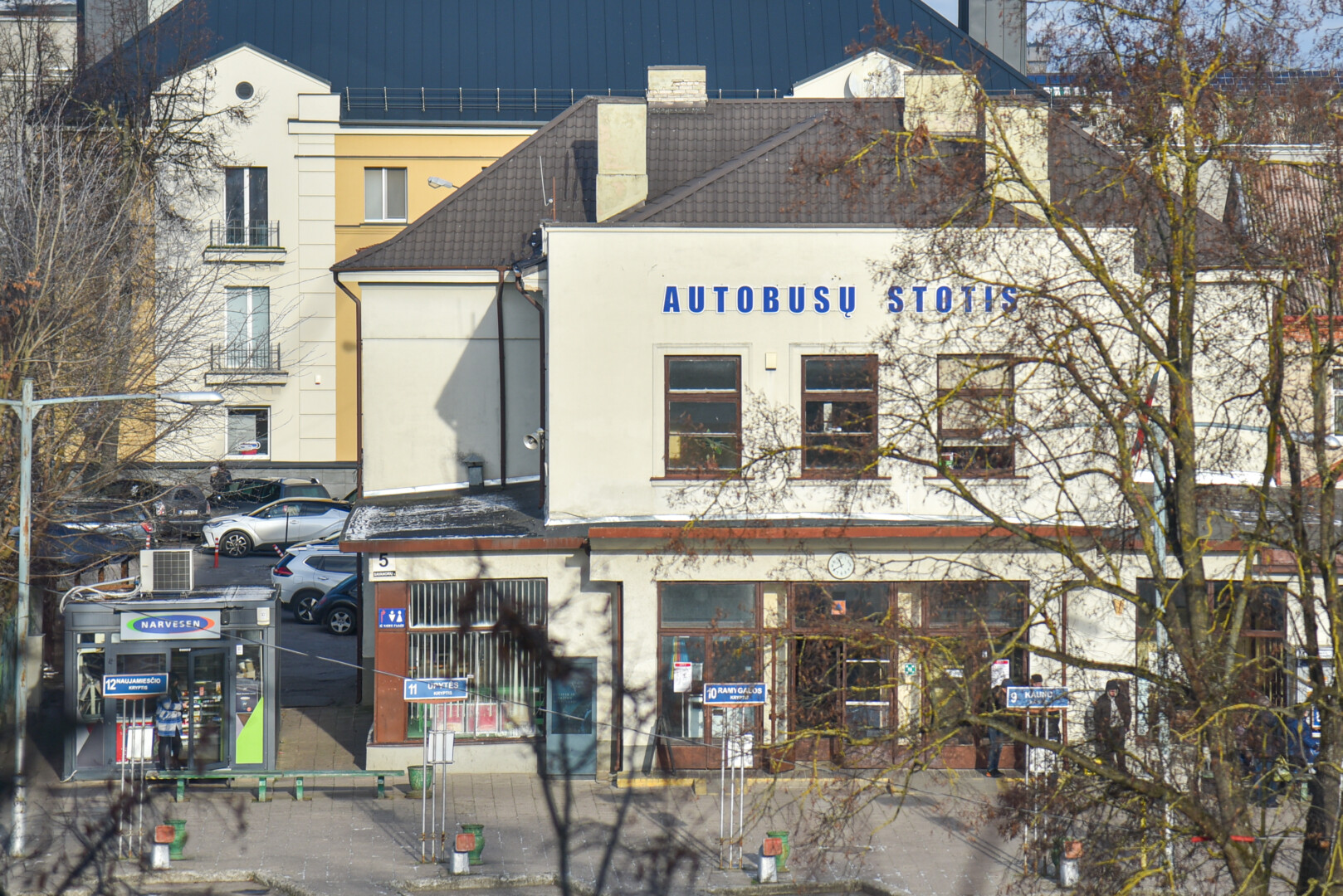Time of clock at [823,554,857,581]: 11:40
